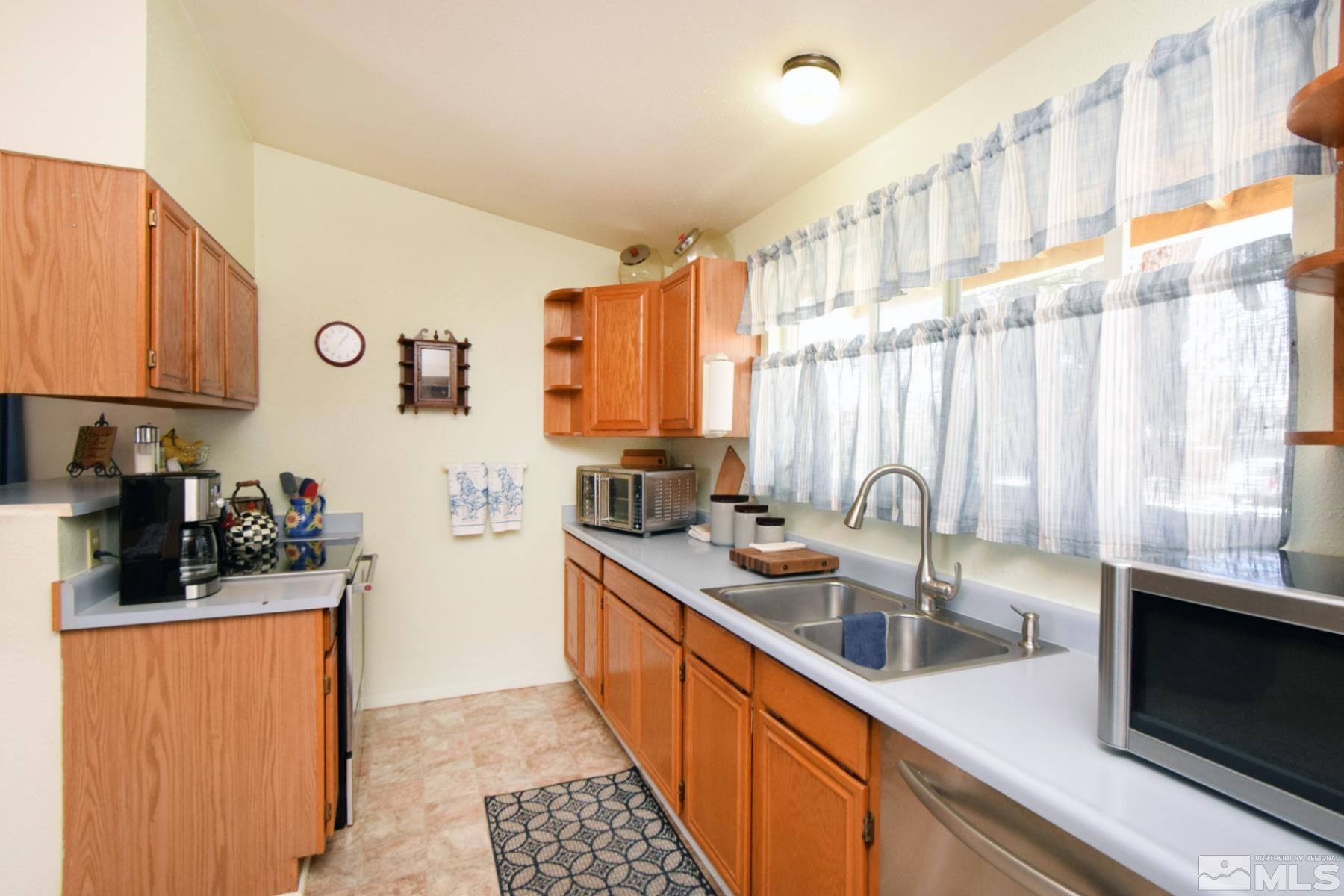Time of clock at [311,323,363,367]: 1:06
